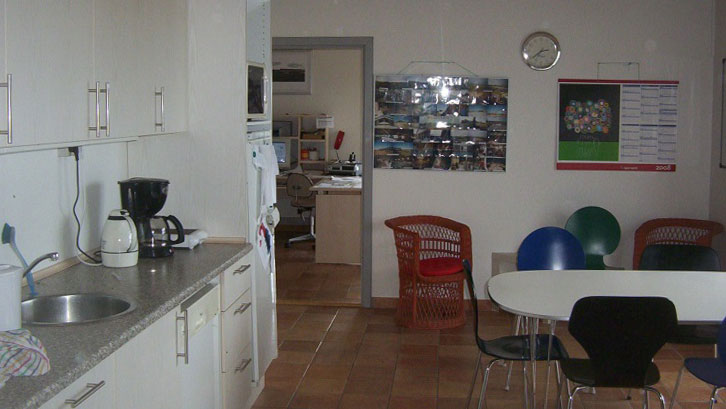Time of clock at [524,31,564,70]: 2:38
